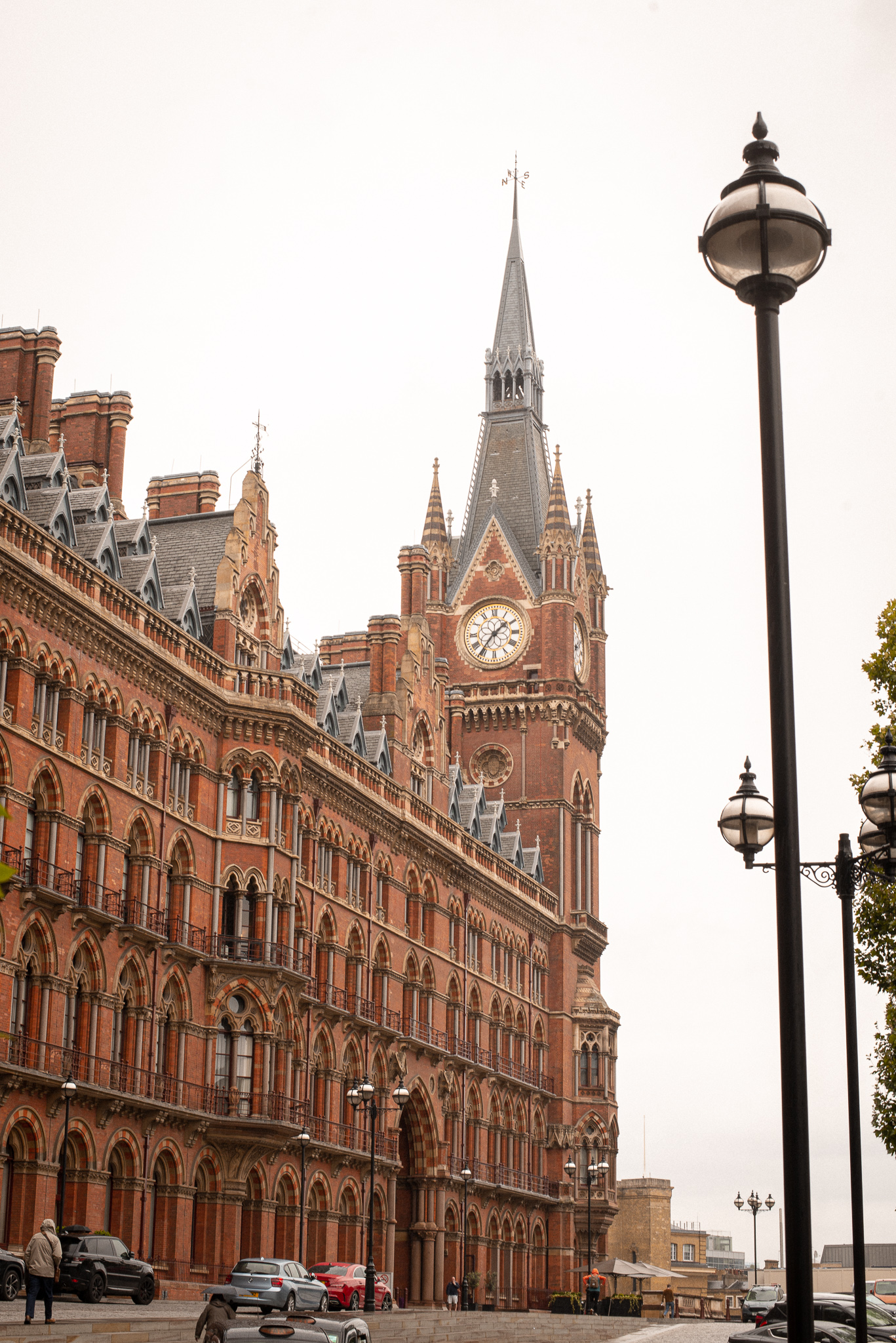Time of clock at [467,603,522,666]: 1:36
